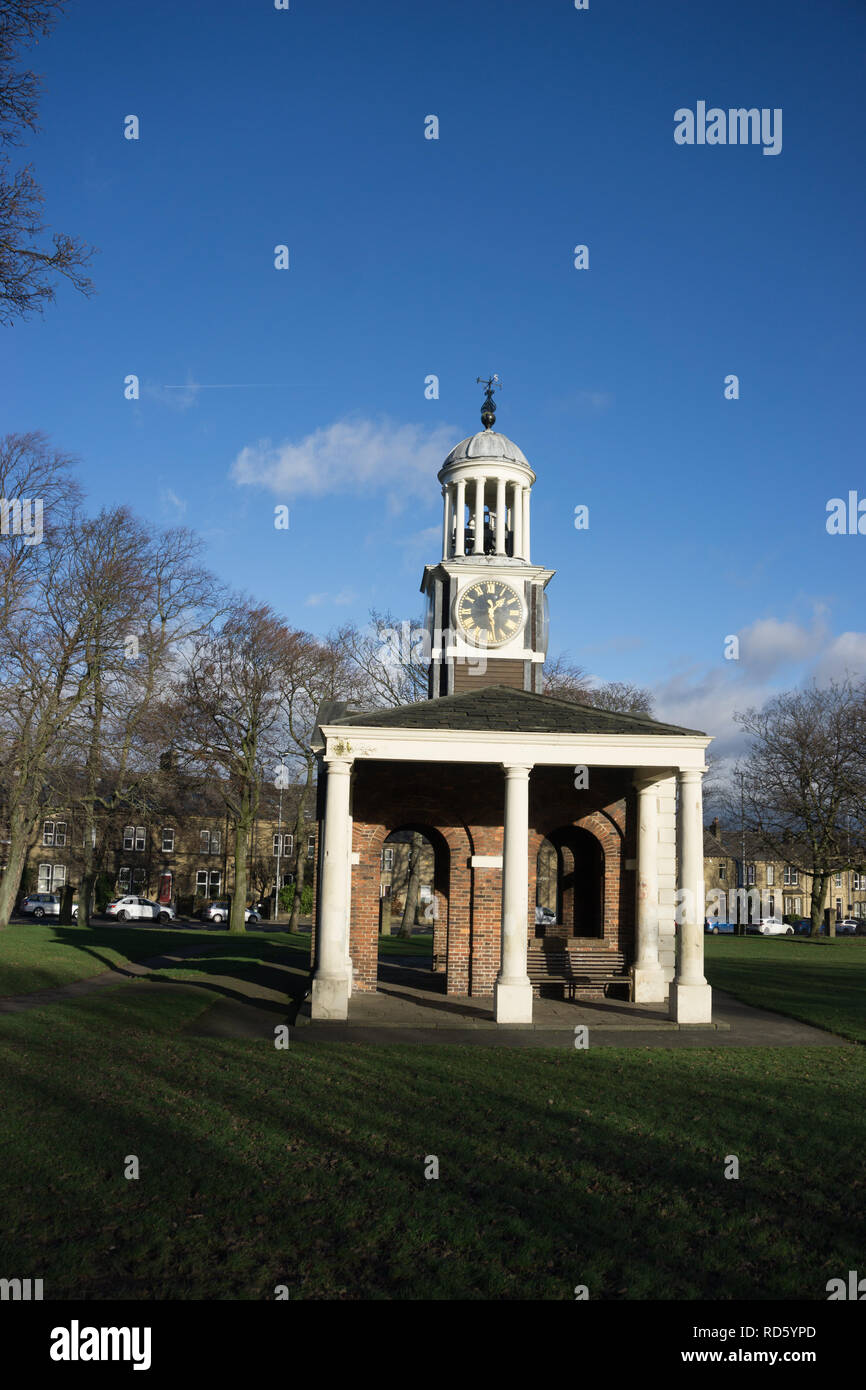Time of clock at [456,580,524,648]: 1:28
